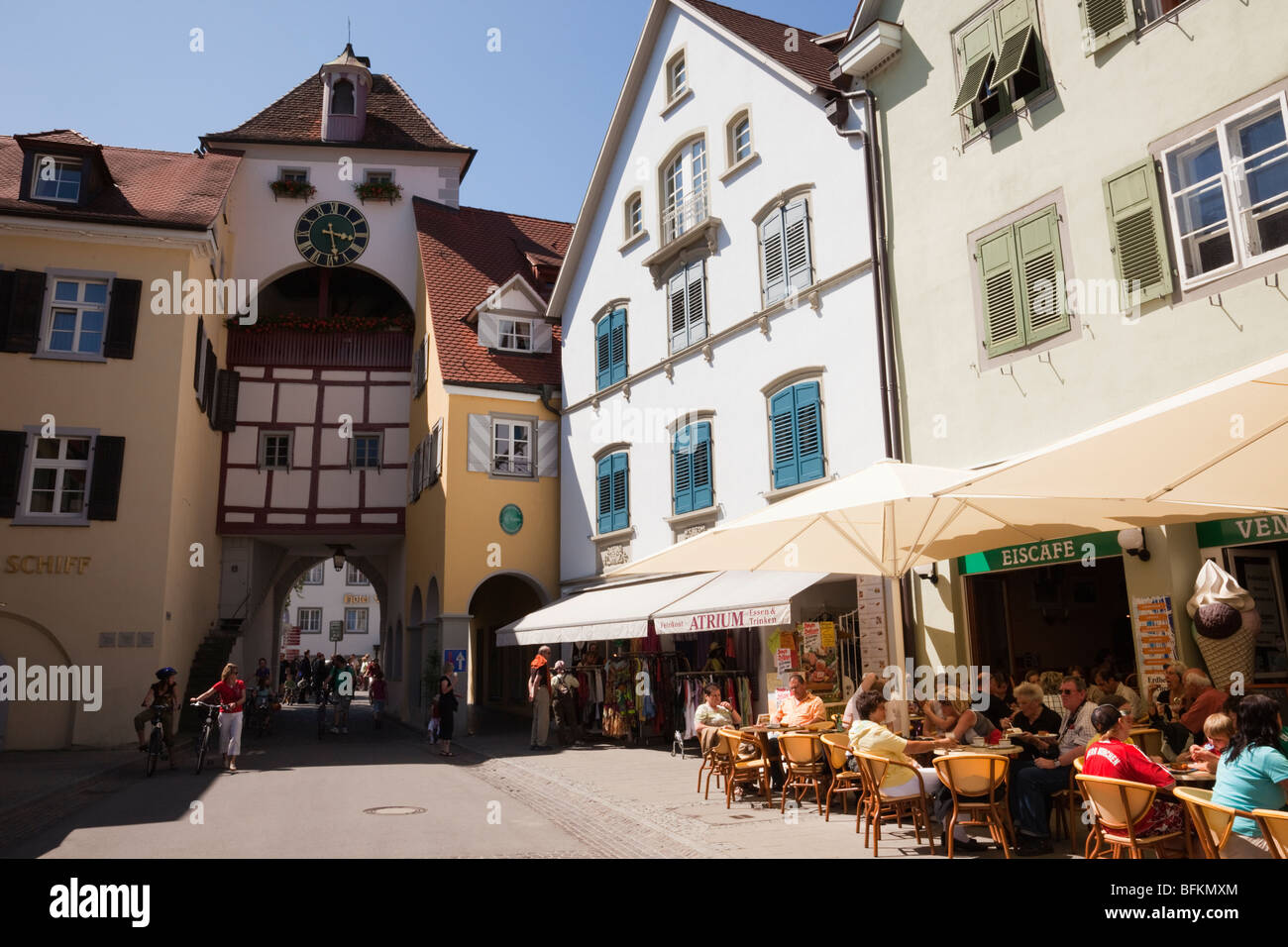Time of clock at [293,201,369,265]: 3:28
